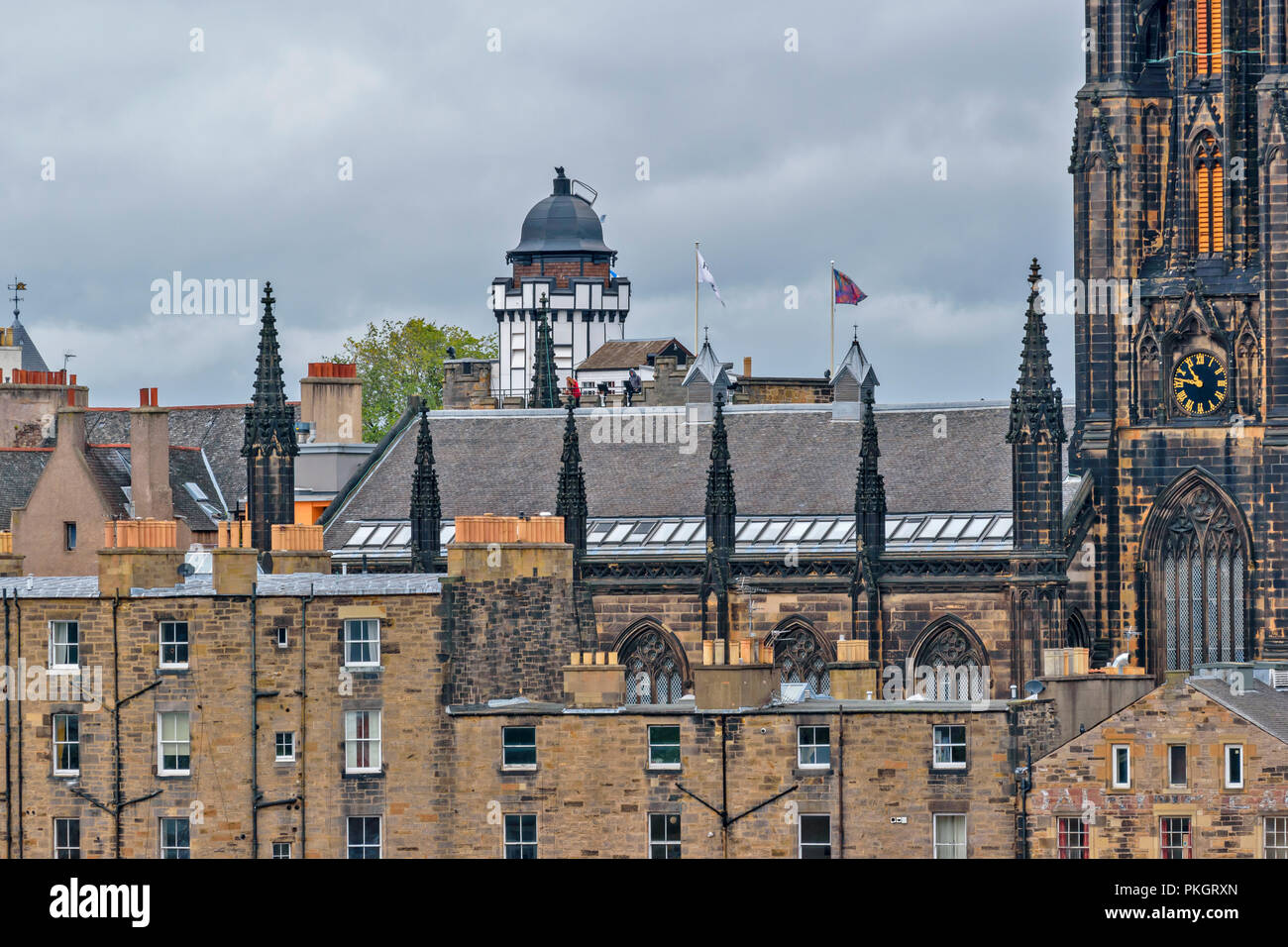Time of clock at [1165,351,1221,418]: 10:47
